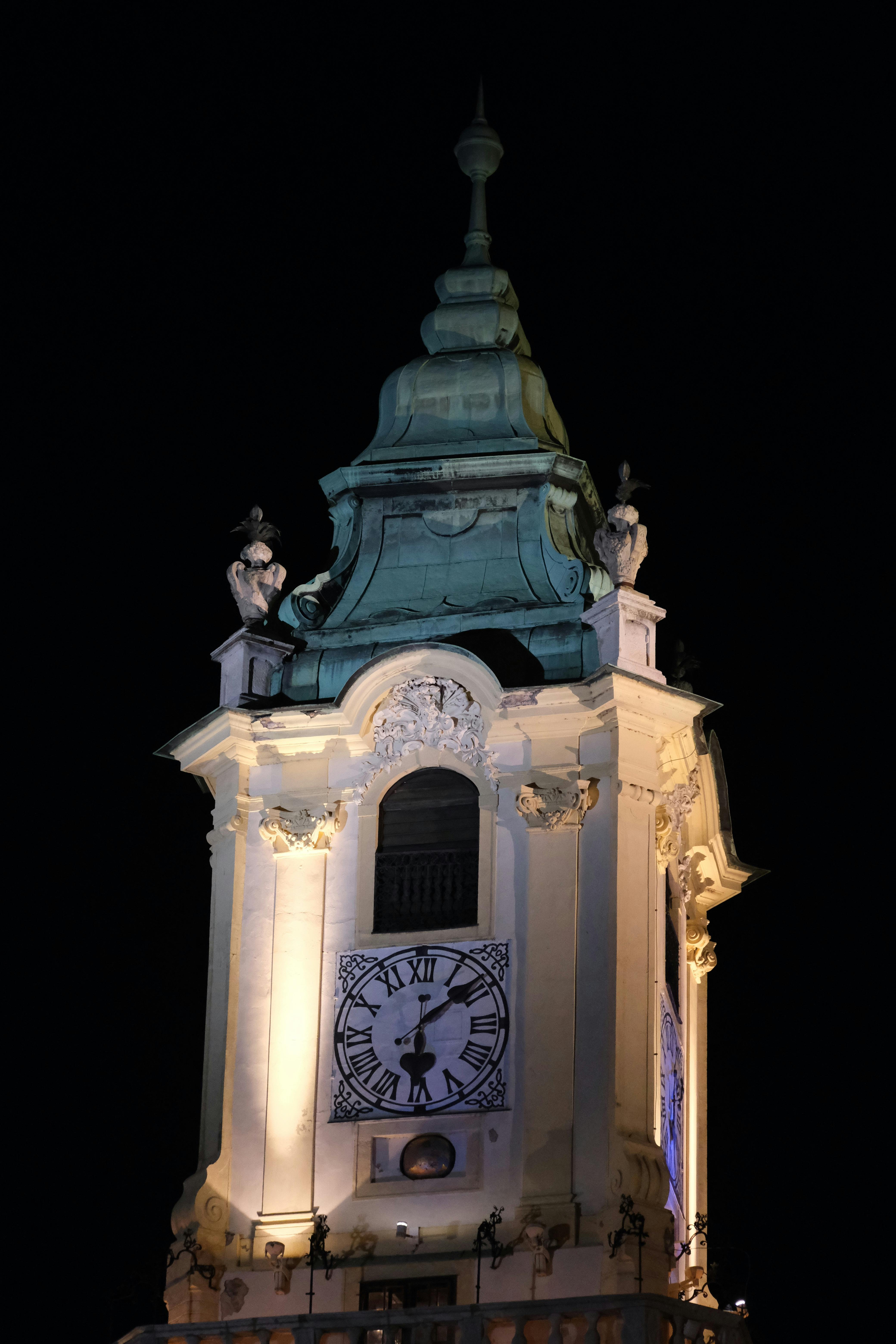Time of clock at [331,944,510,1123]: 6:08
